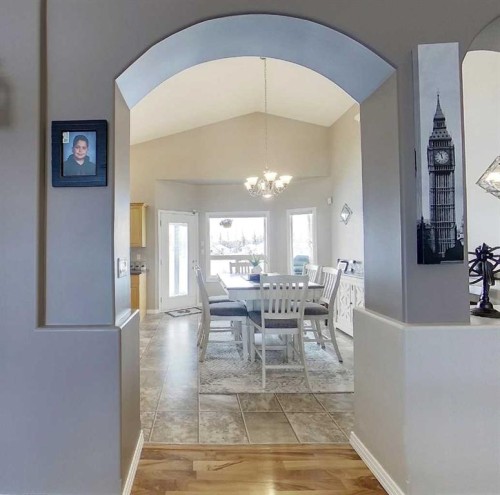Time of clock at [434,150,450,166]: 11:56
